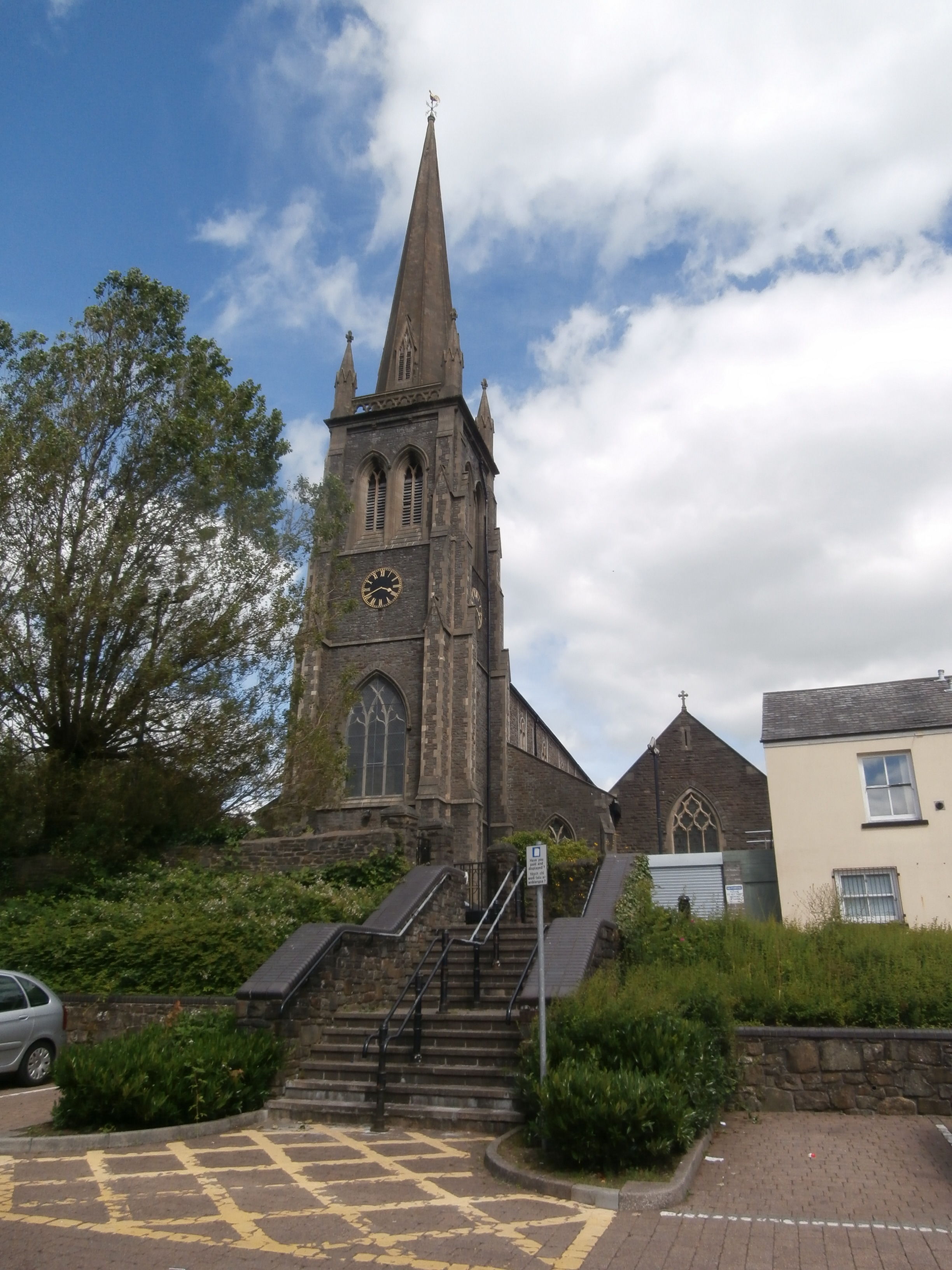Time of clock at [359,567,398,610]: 3:40
